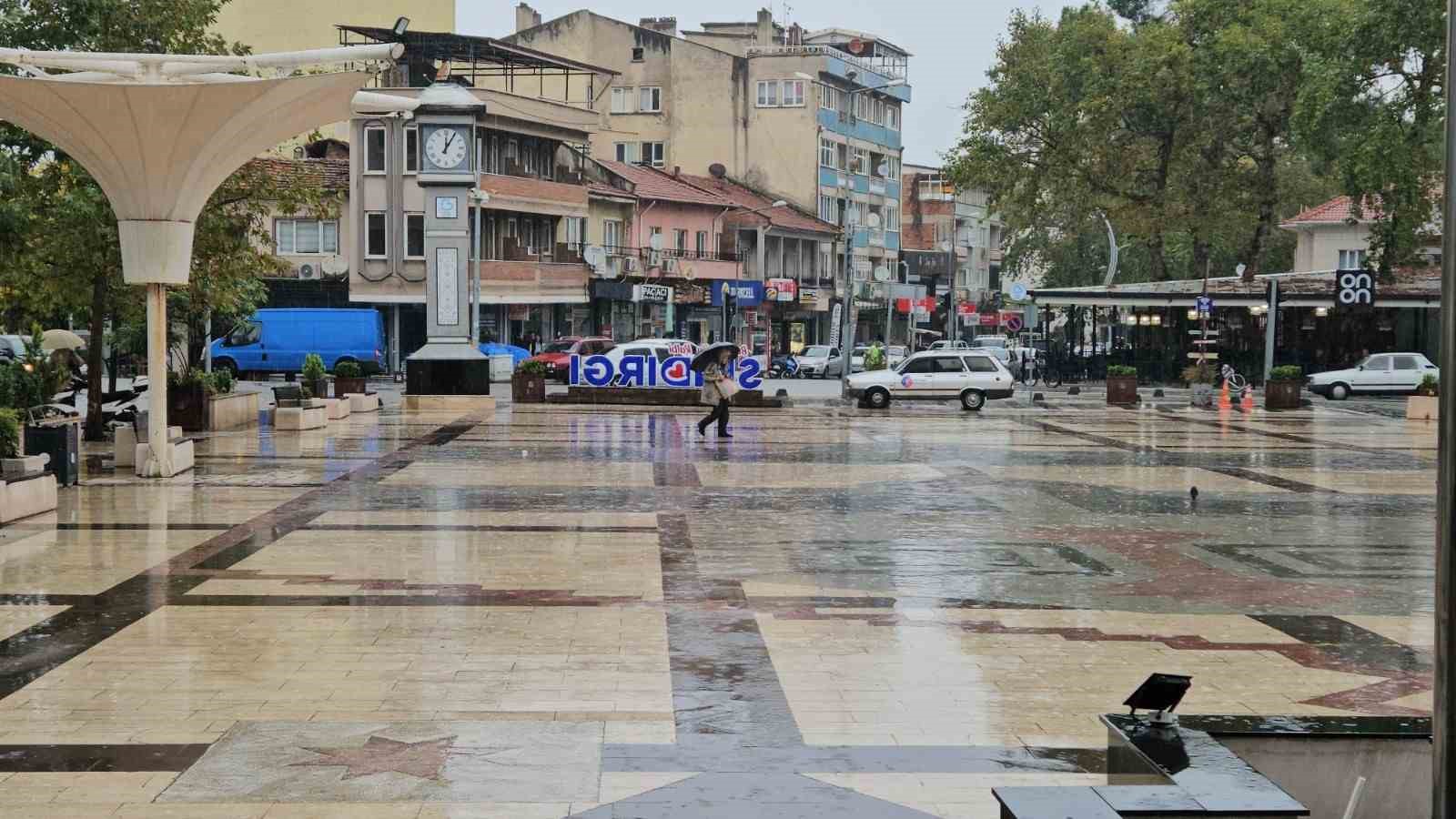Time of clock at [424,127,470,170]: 12:05
